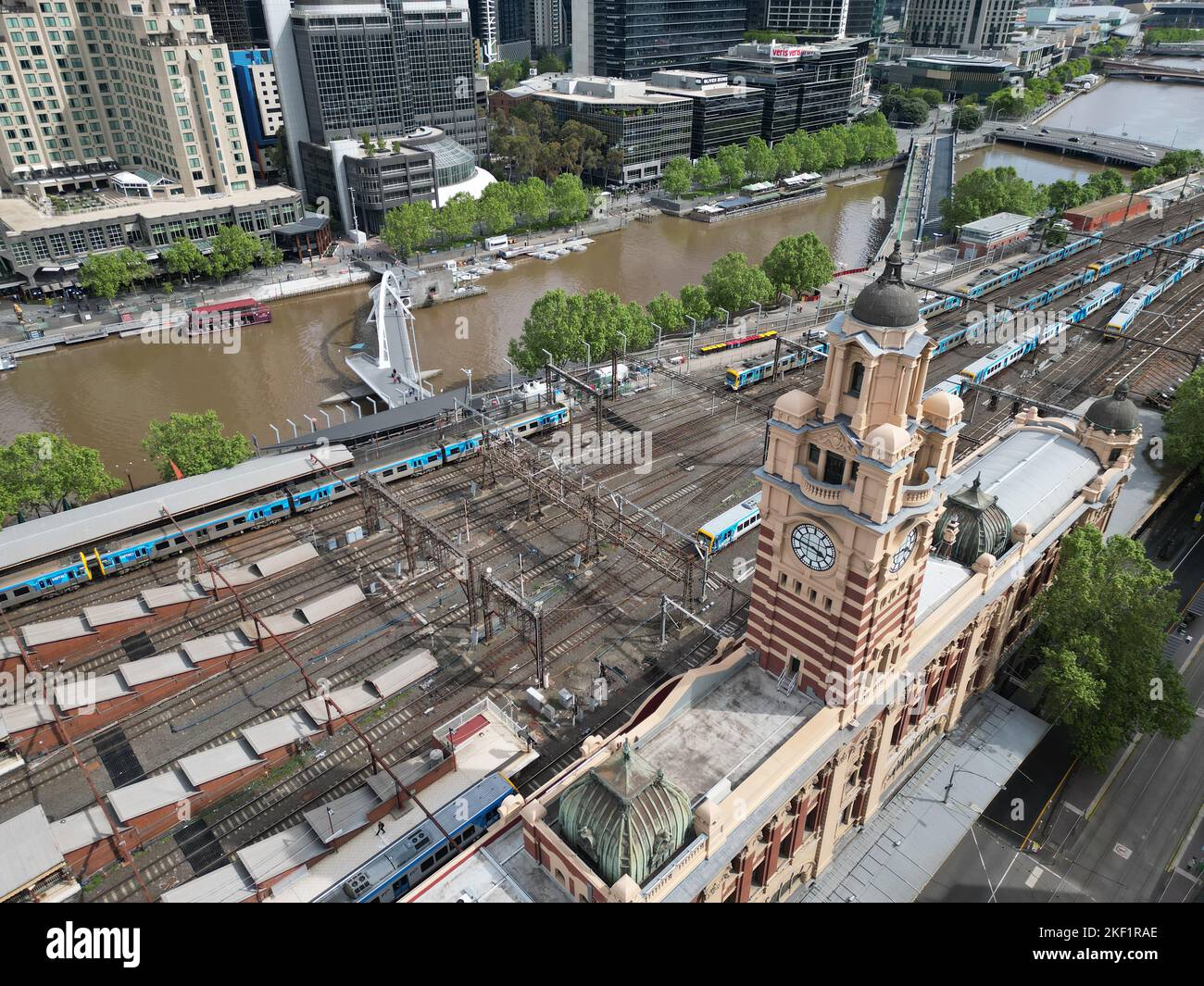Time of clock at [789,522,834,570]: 3:45
